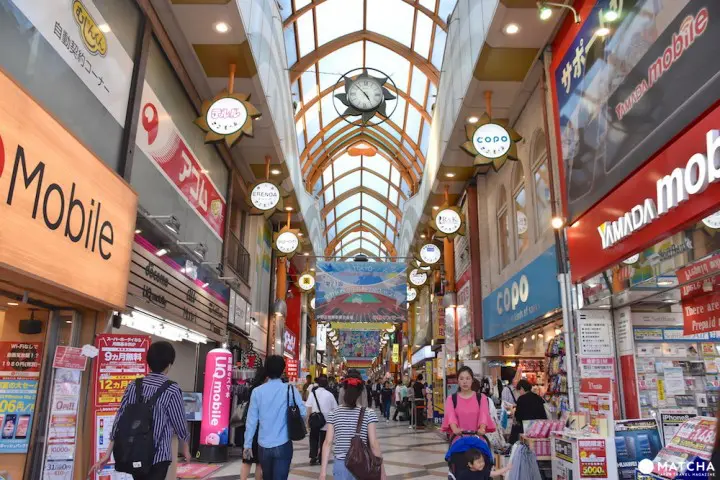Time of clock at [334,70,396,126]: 4:52
